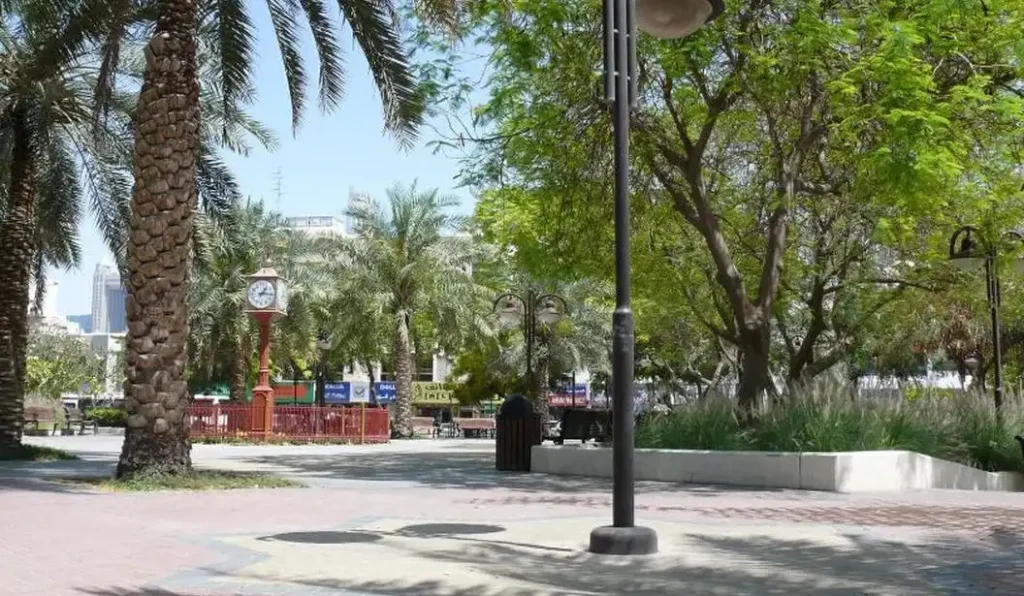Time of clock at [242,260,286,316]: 1:16
